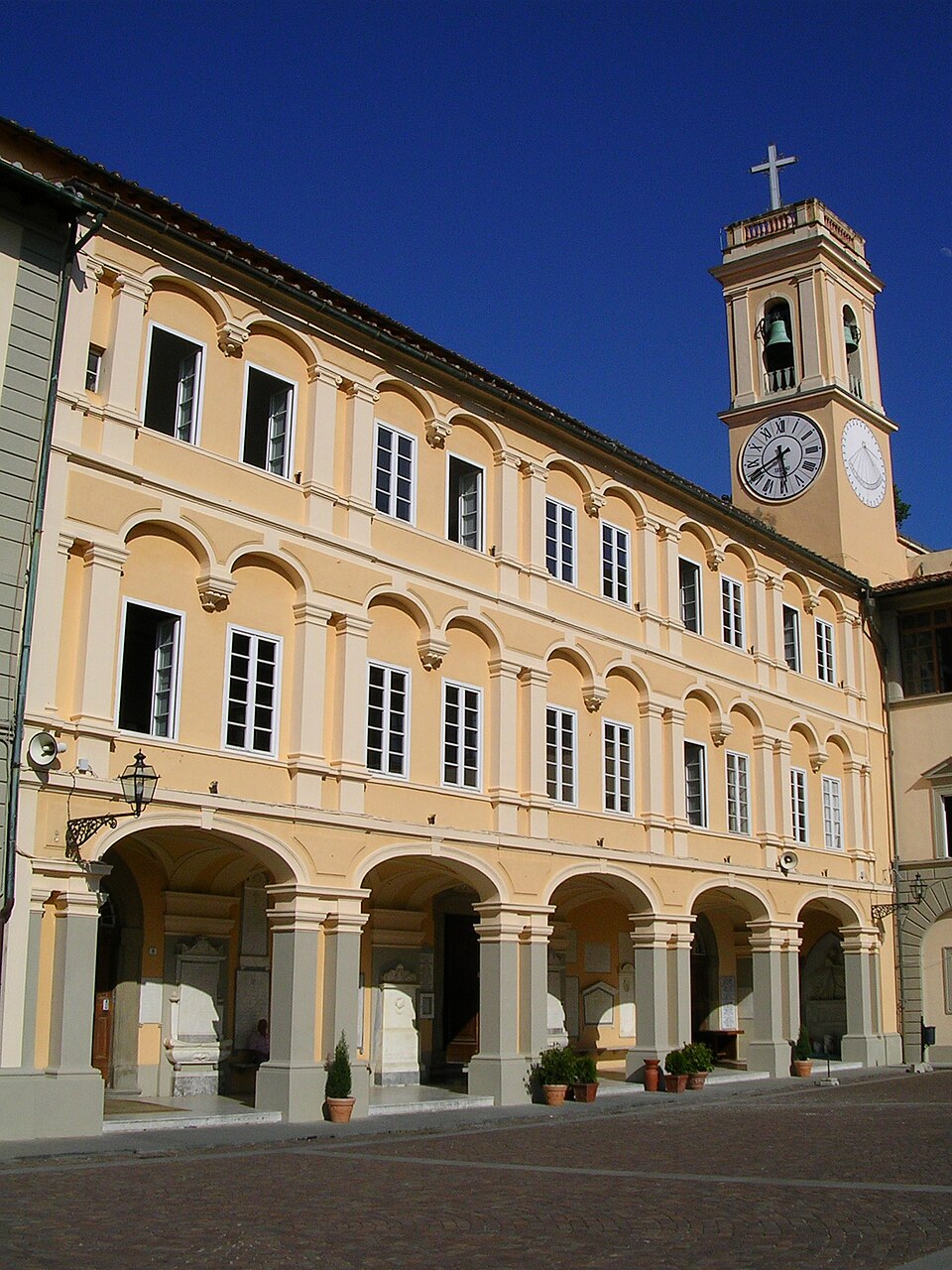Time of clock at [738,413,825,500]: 5:40
